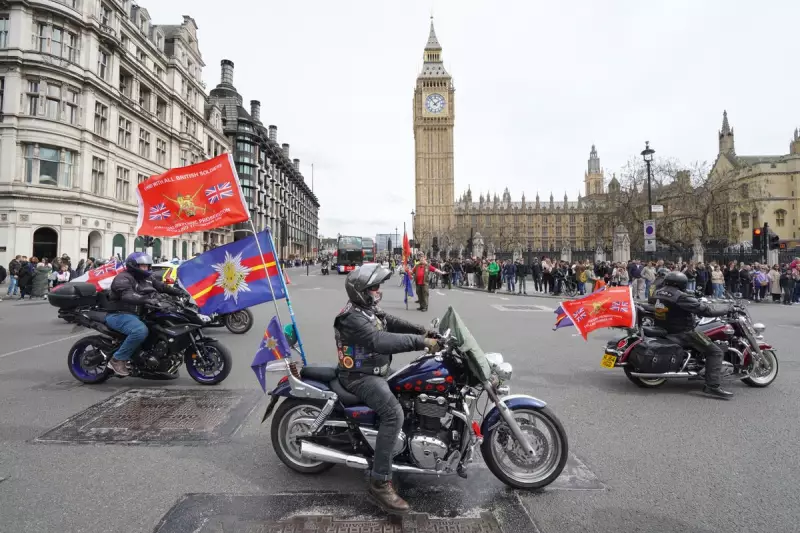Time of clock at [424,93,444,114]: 1:53
